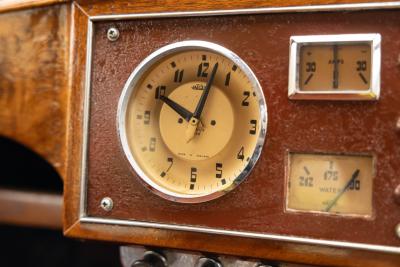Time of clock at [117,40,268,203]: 10:02
